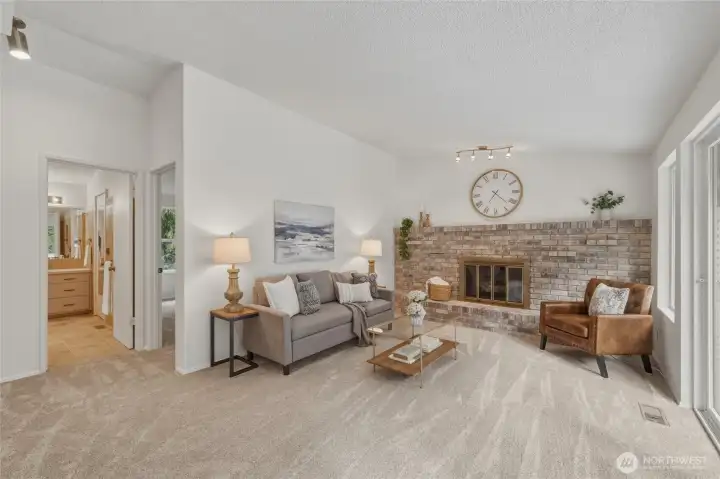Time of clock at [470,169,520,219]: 7:22
